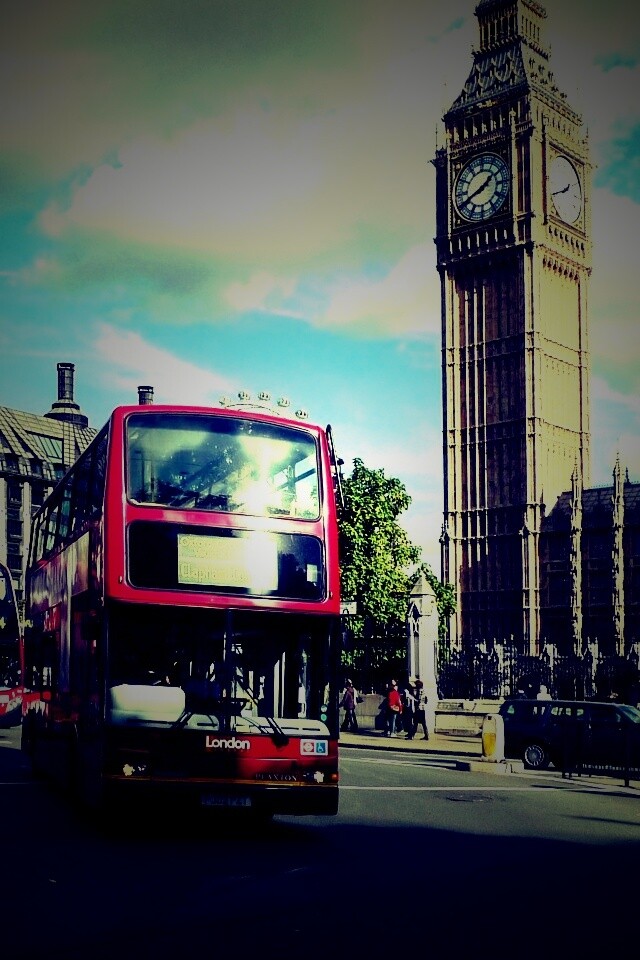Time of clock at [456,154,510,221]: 1:41
